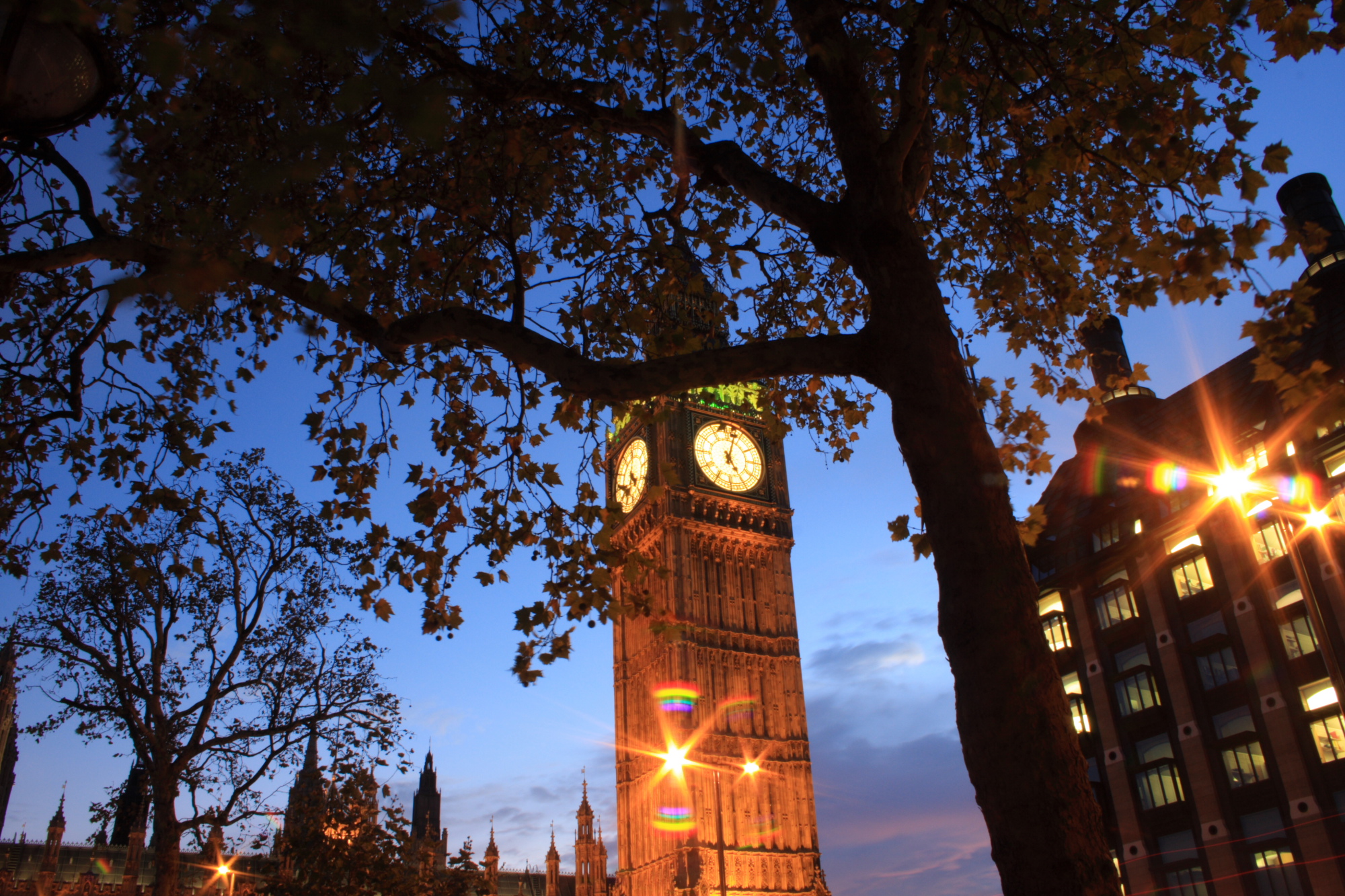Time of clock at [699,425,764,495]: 5:02
